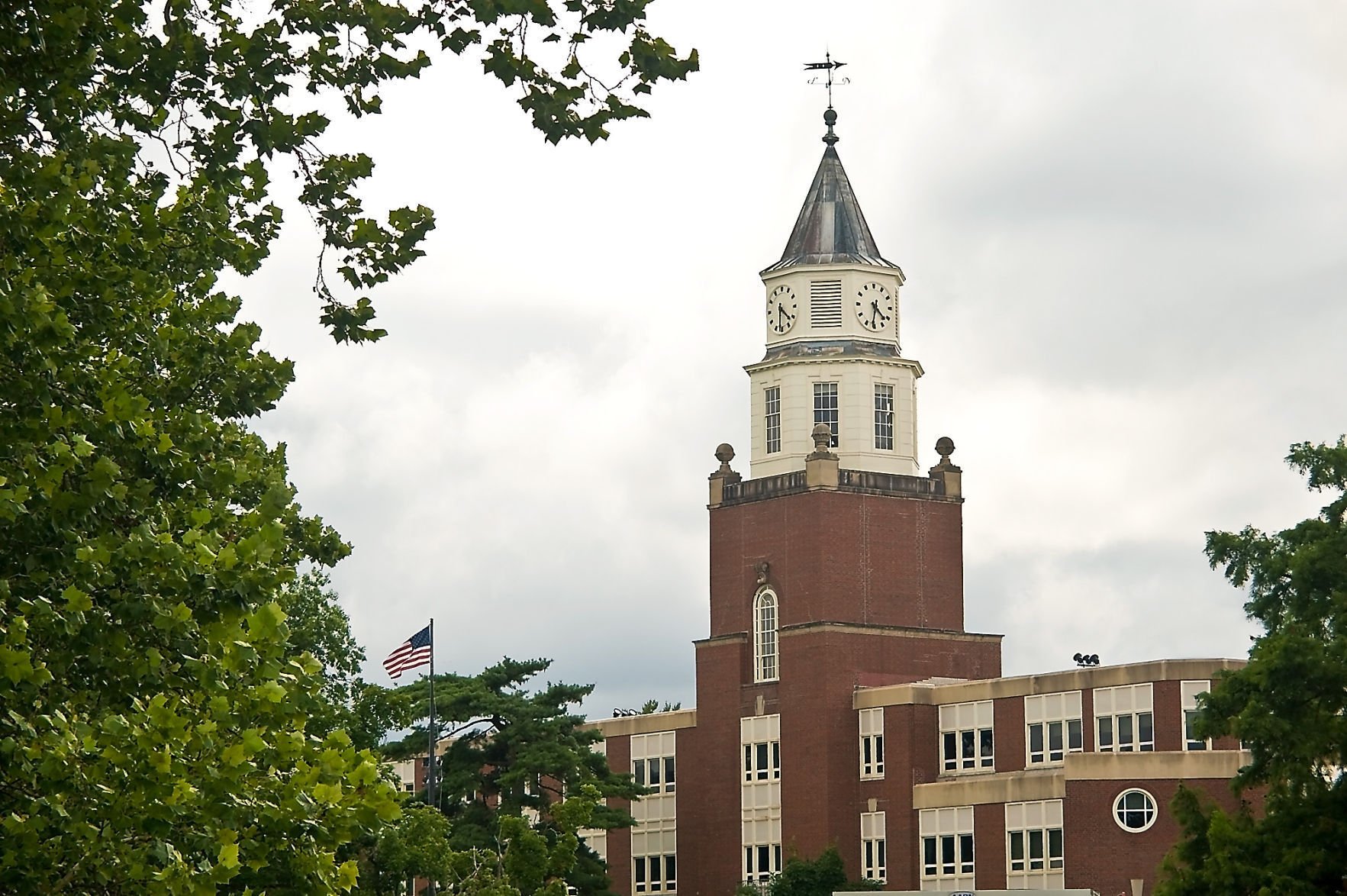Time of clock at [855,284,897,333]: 4:31
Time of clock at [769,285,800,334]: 4:31
